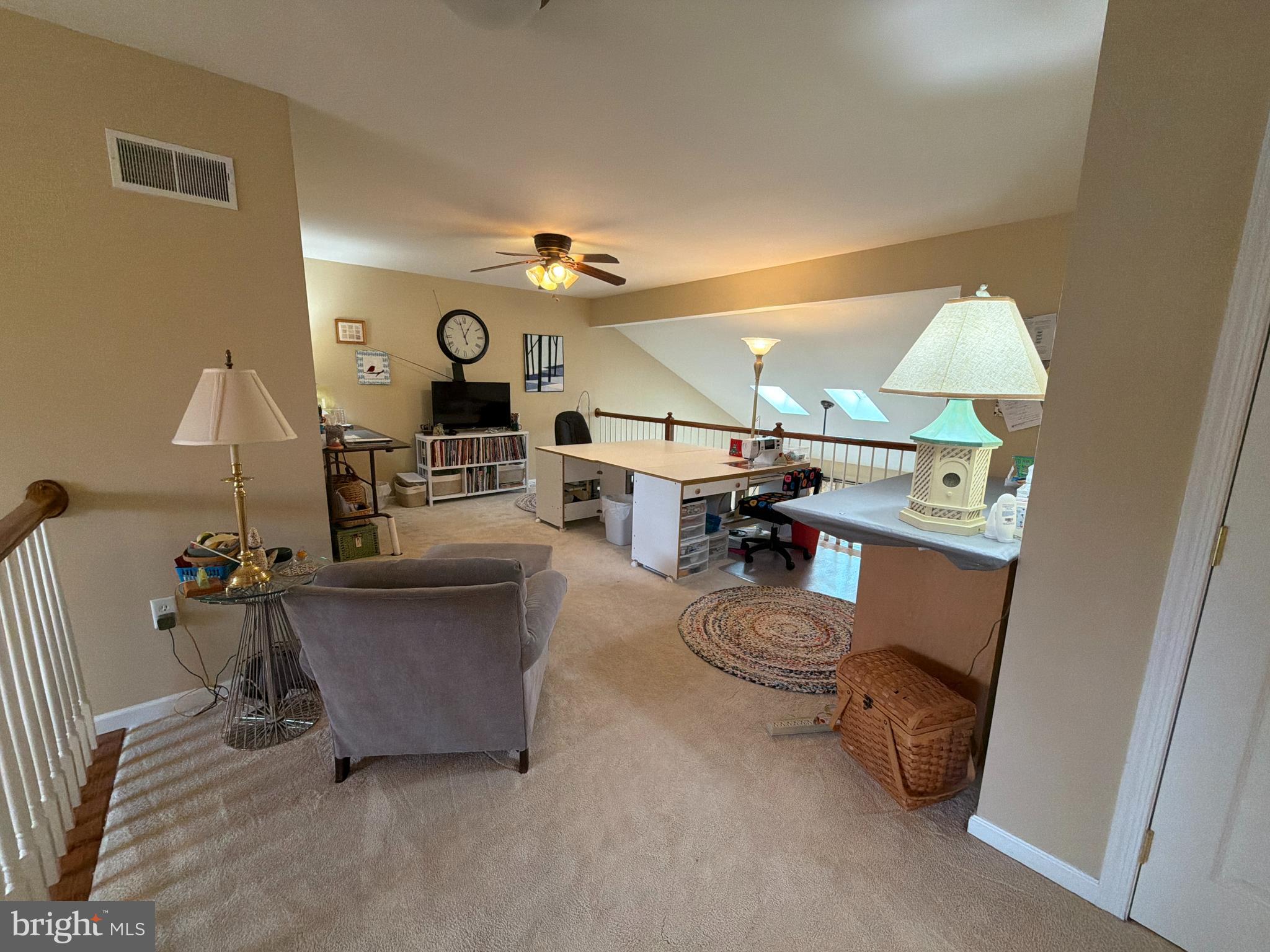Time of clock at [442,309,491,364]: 12:57
